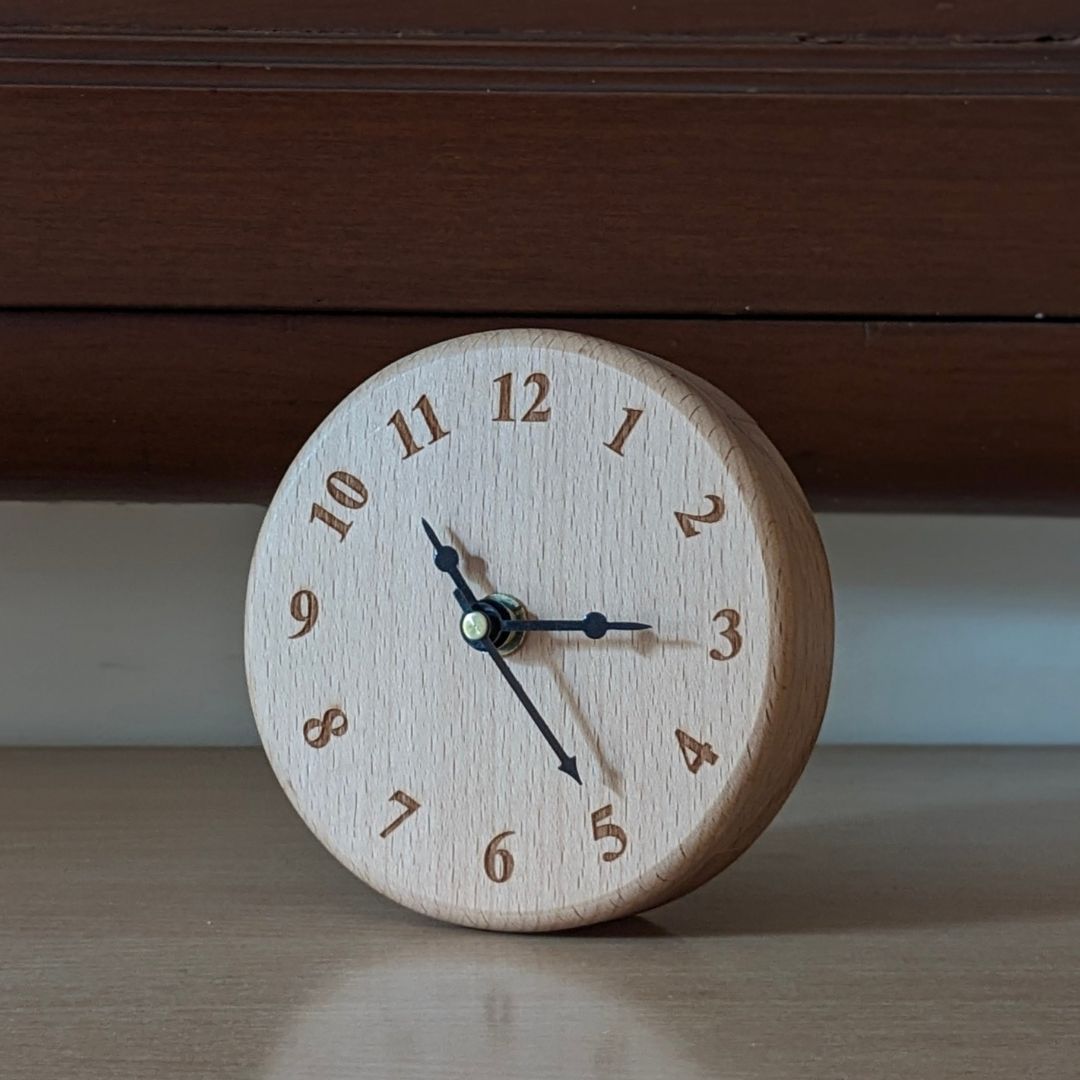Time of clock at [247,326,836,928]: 10:14
